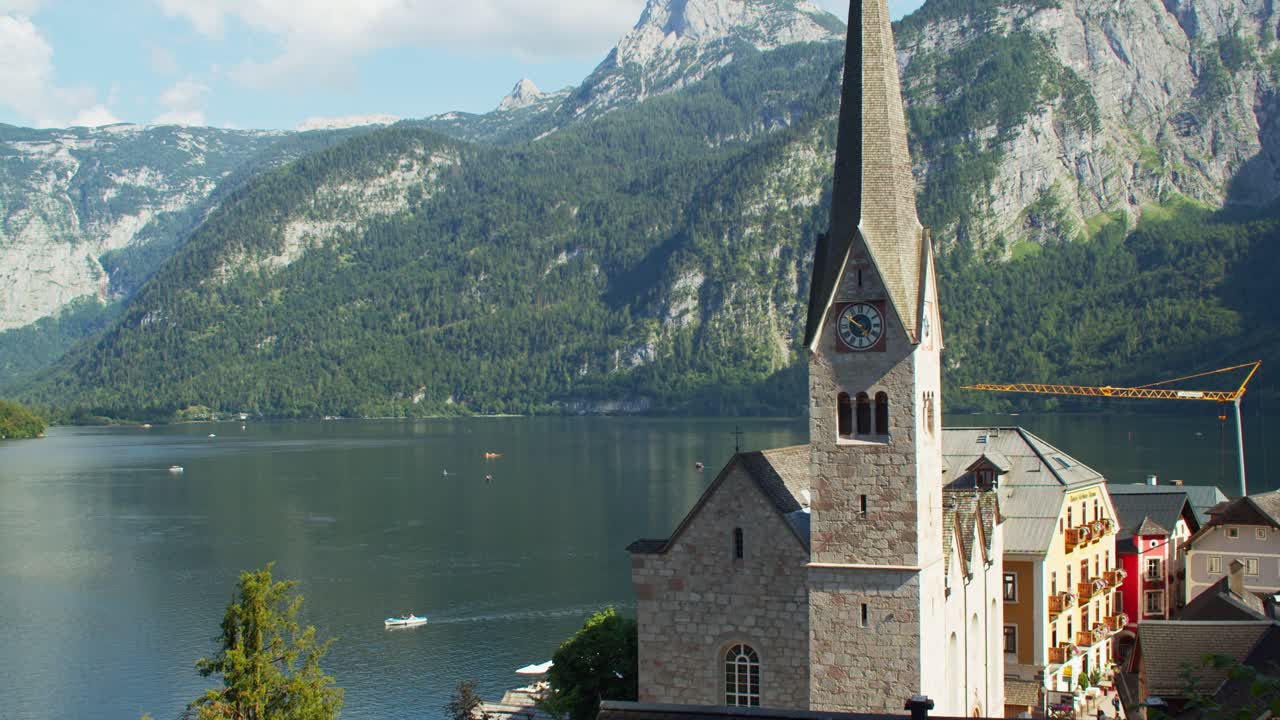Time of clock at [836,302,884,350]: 4:50
